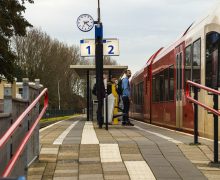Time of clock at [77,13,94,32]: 2:22
